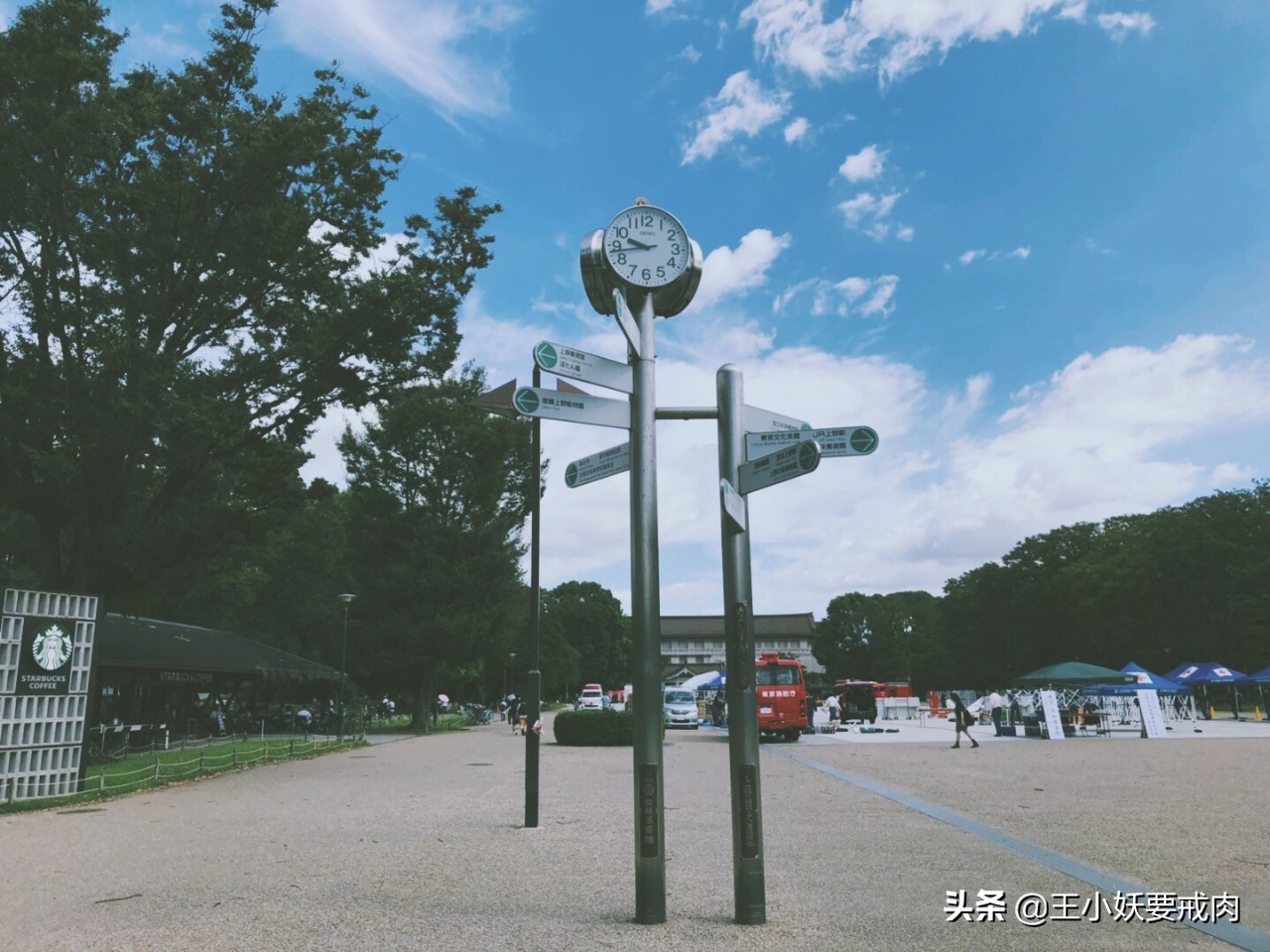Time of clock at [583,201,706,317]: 9:43
